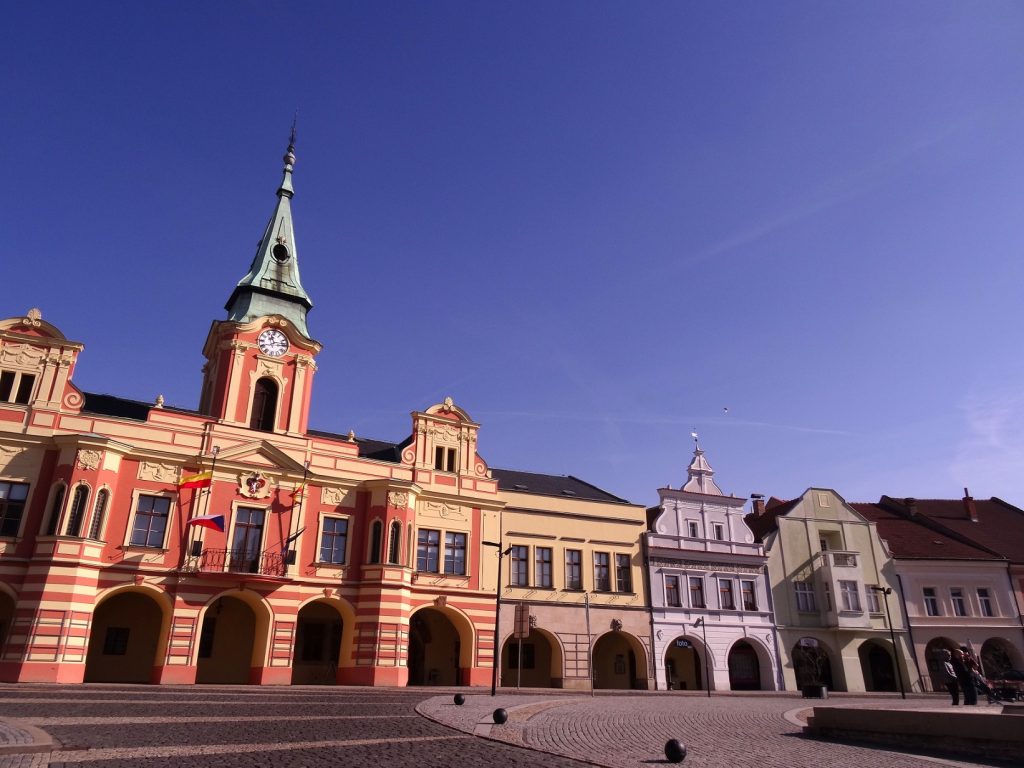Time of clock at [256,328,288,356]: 11:13
